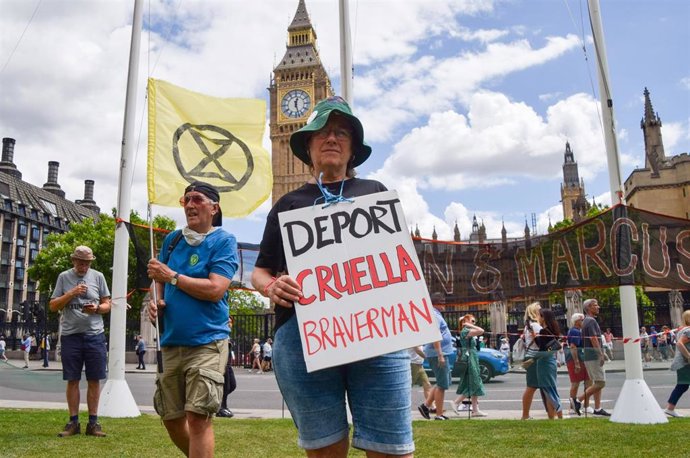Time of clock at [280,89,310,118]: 12:27
